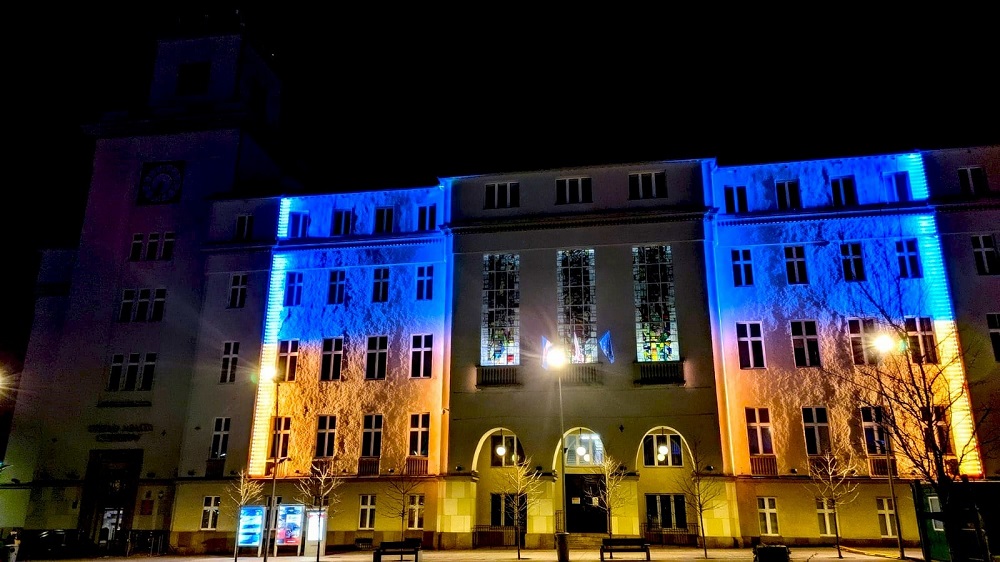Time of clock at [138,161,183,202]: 6:34
